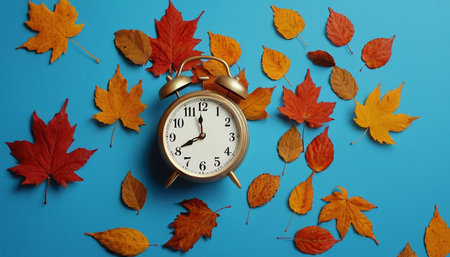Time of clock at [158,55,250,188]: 11:41
